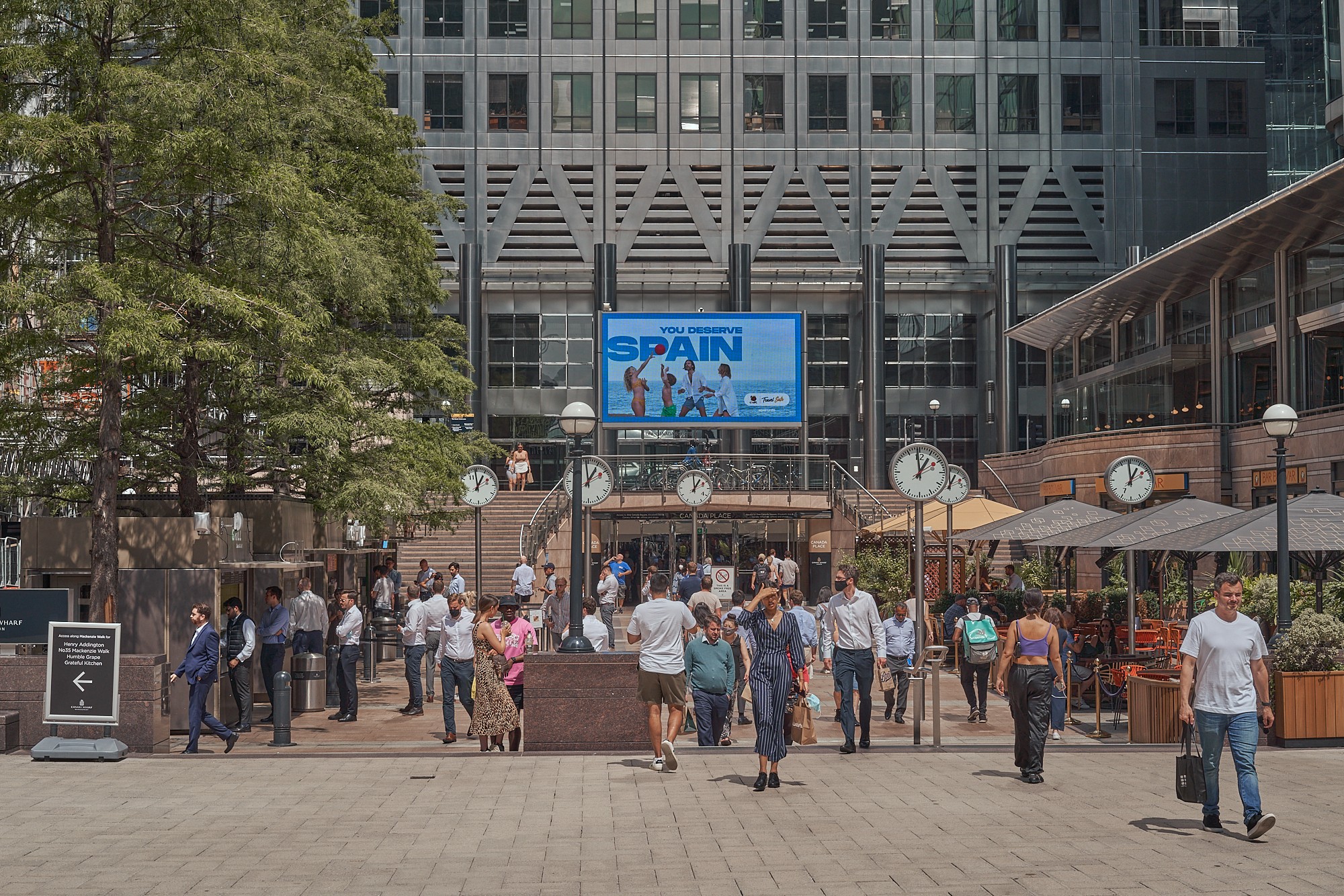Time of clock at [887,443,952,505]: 12:59
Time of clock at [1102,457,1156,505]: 12:59
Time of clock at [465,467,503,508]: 12:59
